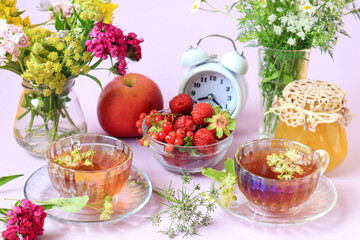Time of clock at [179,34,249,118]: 8:21
